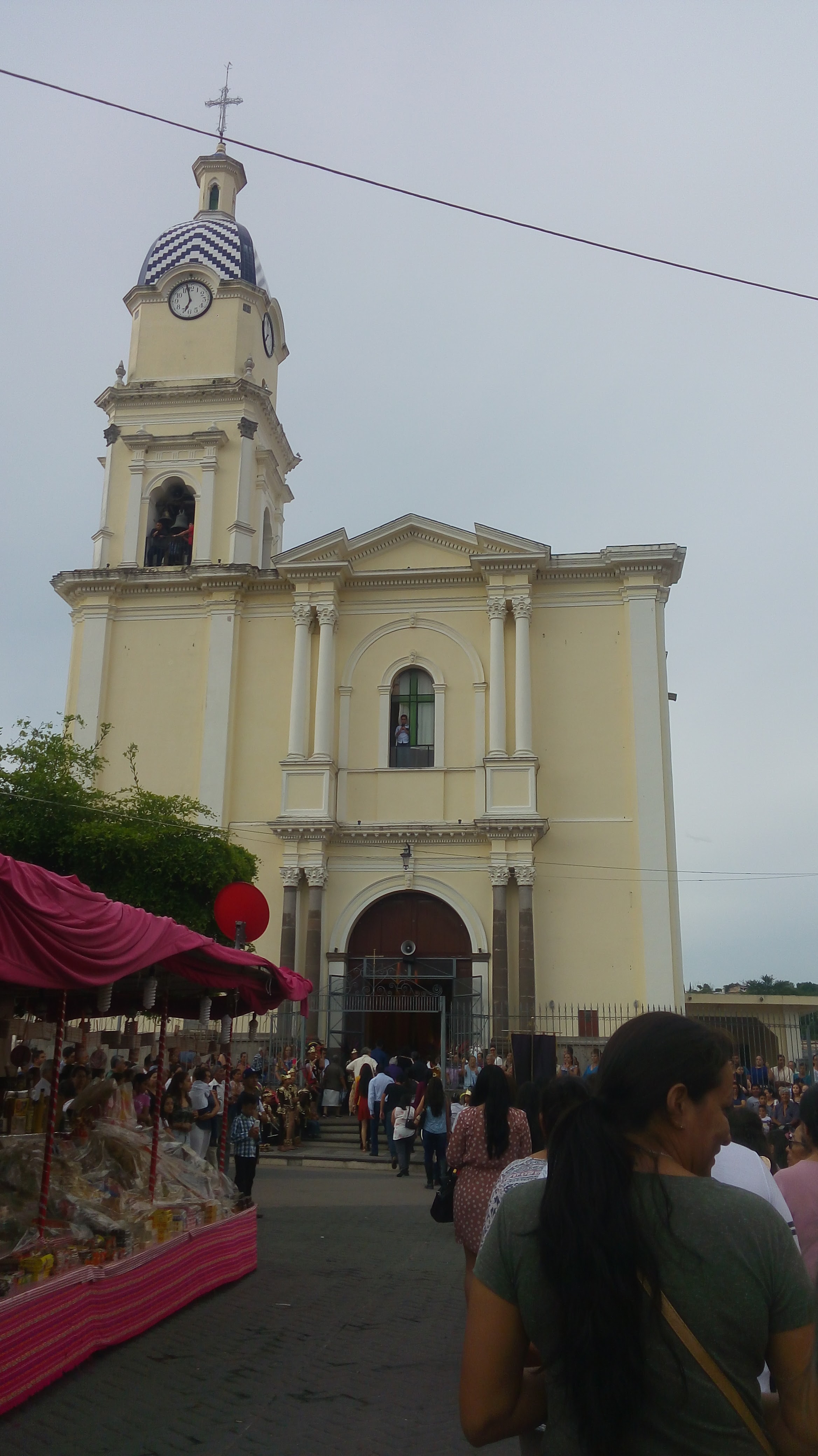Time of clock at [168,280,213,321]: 6:57
